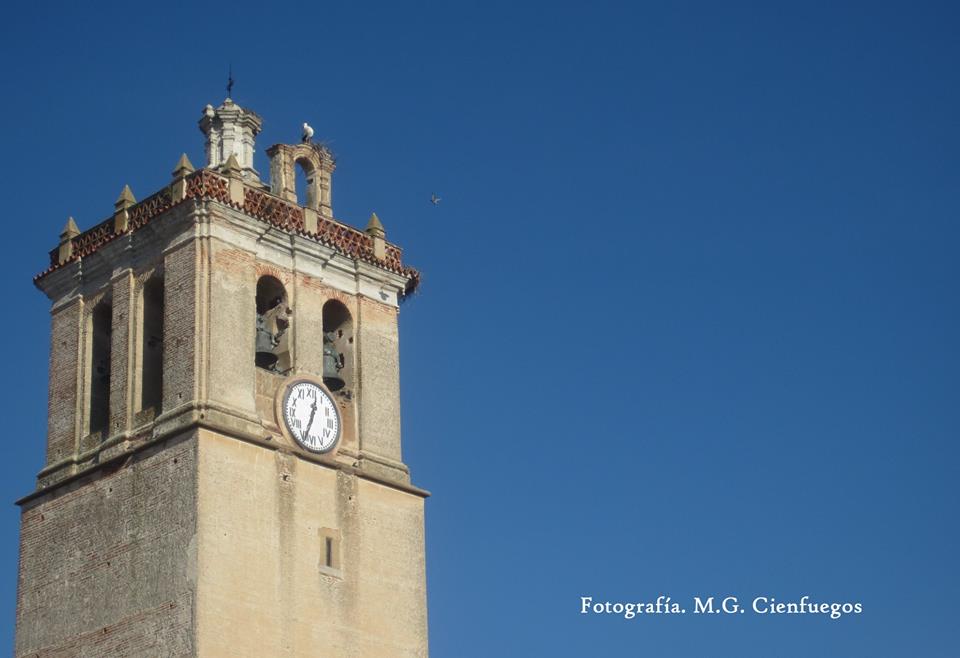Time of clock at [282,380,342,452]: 12:33
